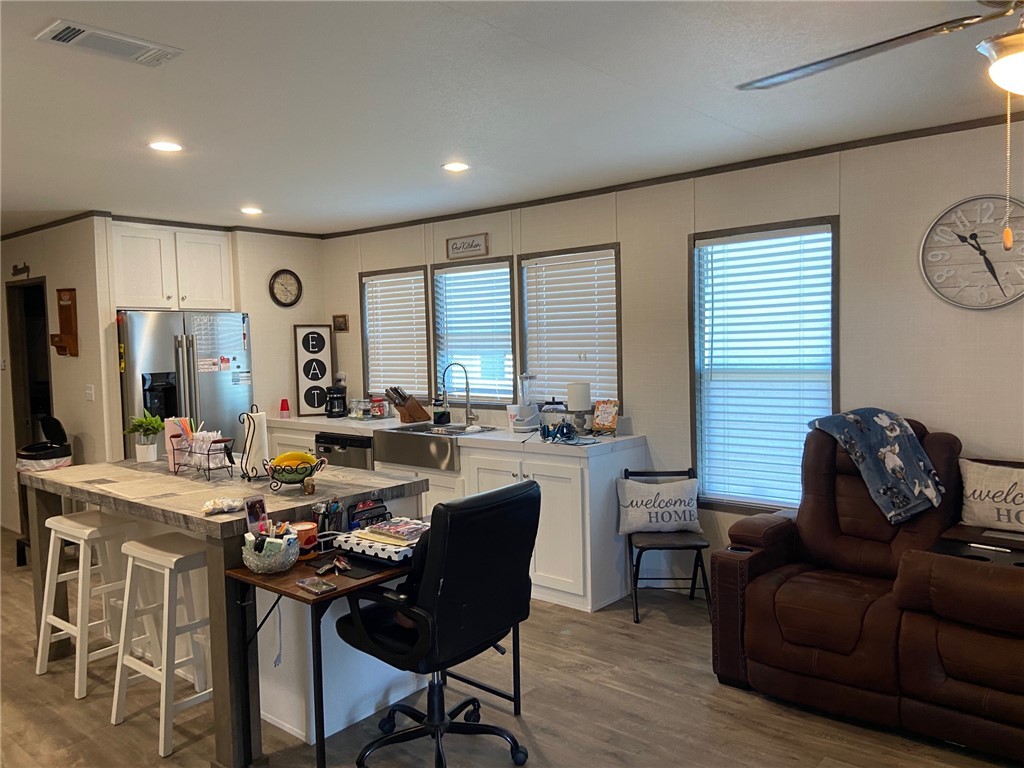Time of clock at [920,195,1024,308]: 10:25
